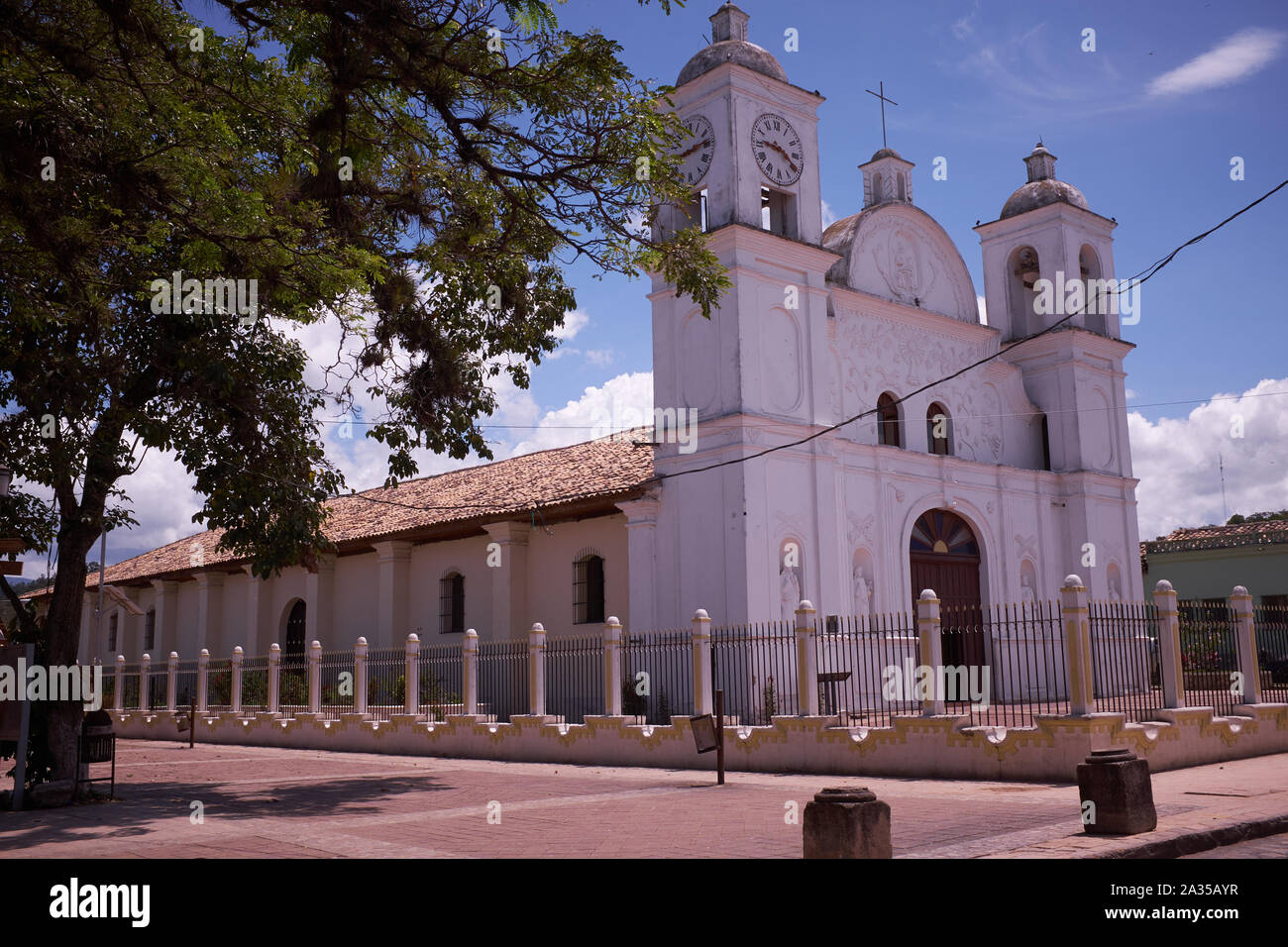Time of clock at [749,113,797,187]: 9:20
